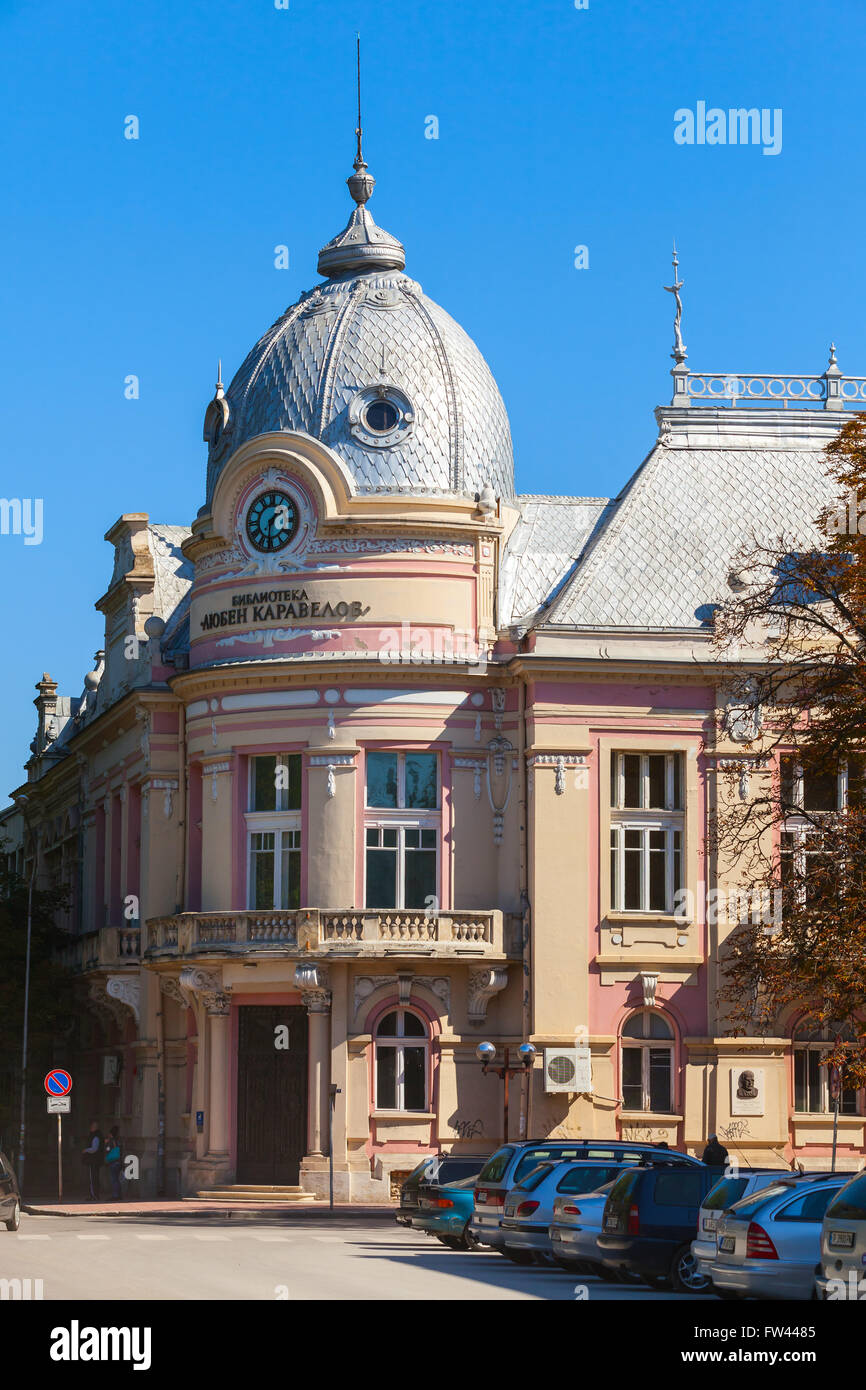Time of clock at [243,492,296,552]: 1:31
